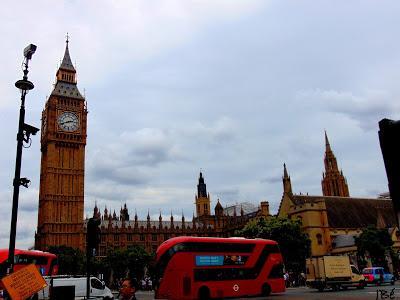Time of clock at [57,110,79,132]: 2:41
